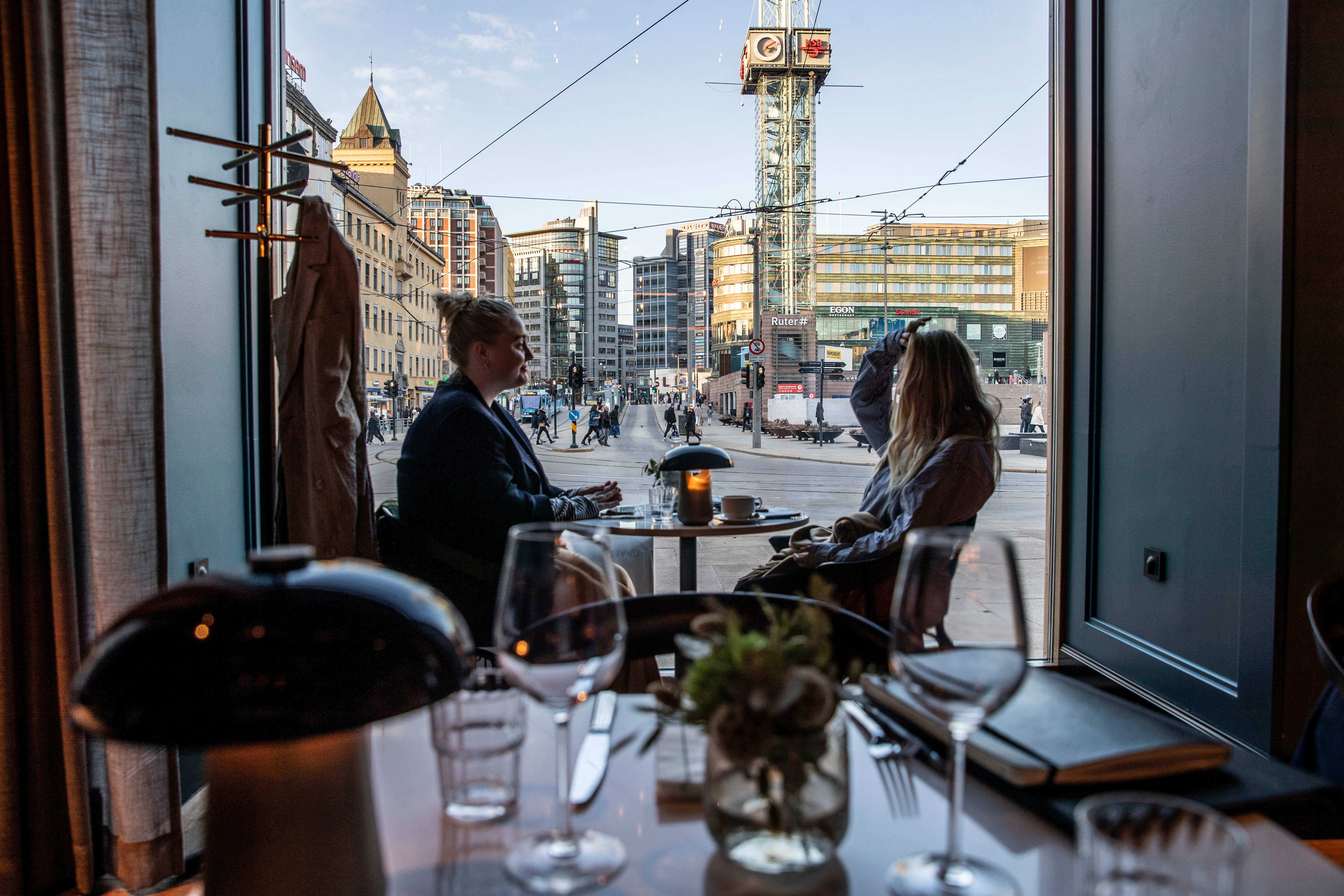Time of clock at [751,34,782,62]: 3:10
